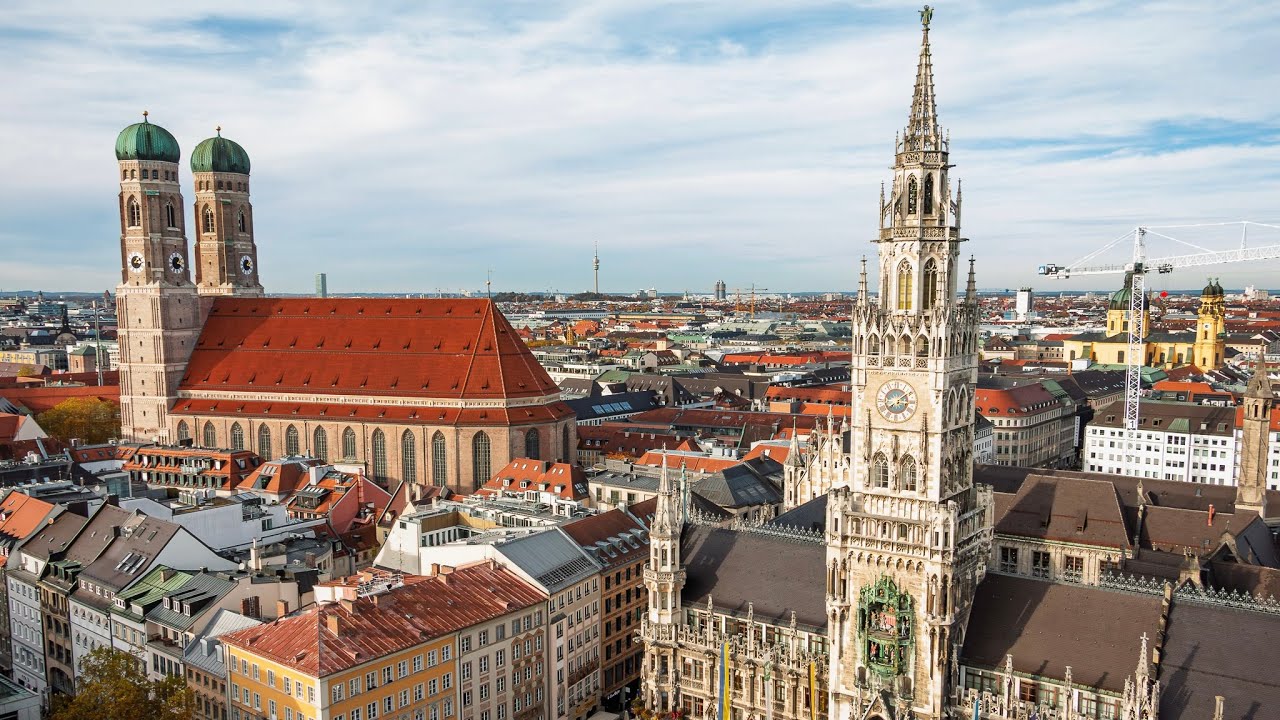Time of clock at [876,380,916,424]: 3:09
